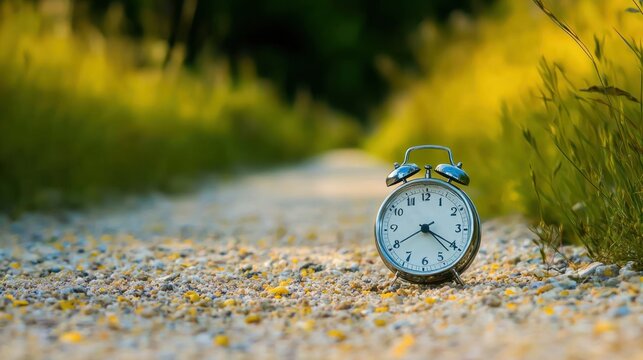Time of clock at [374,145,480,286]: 4:20
